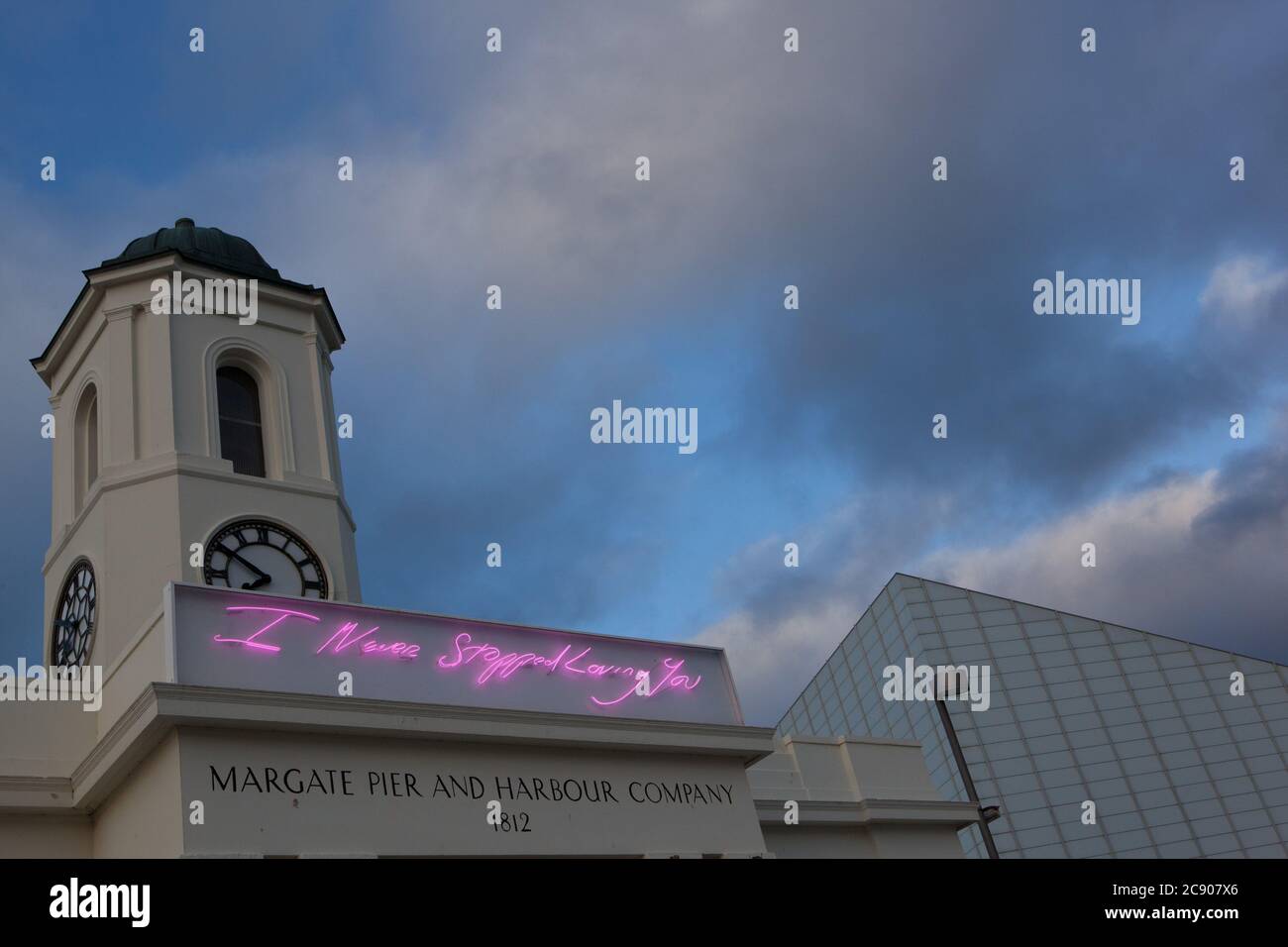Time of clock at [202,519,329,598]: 7:50
